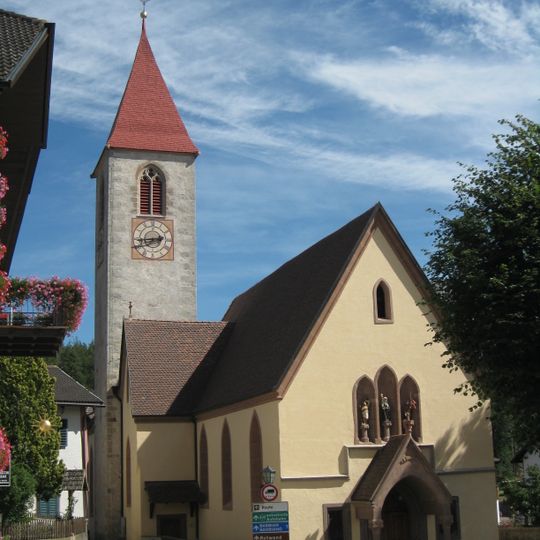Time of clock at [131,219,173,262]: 2:44
